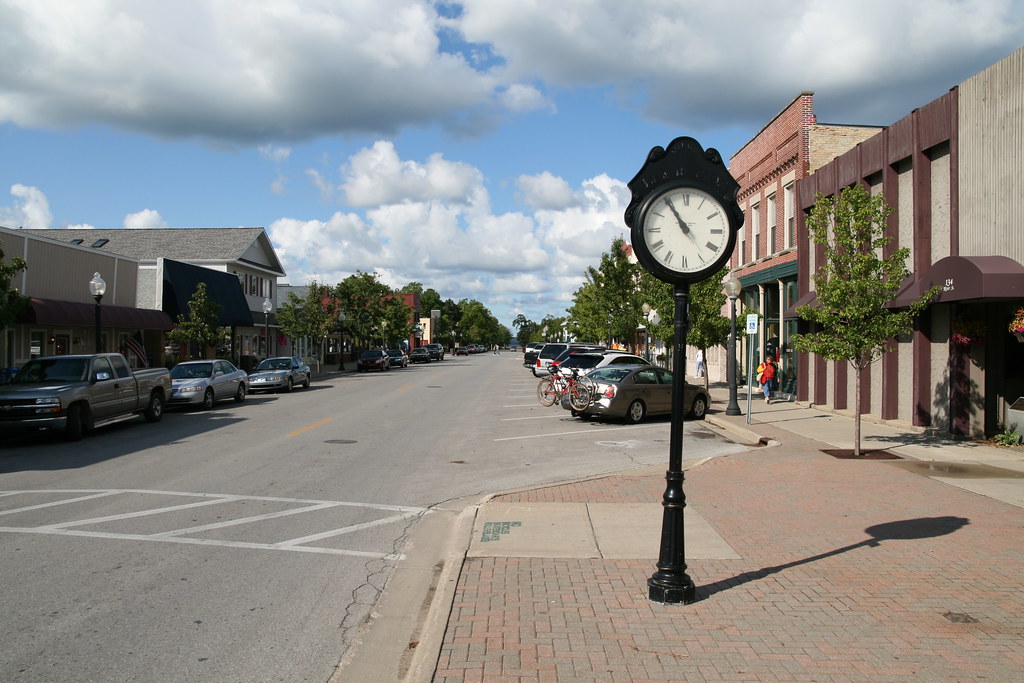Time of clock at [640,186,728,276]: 10:54
